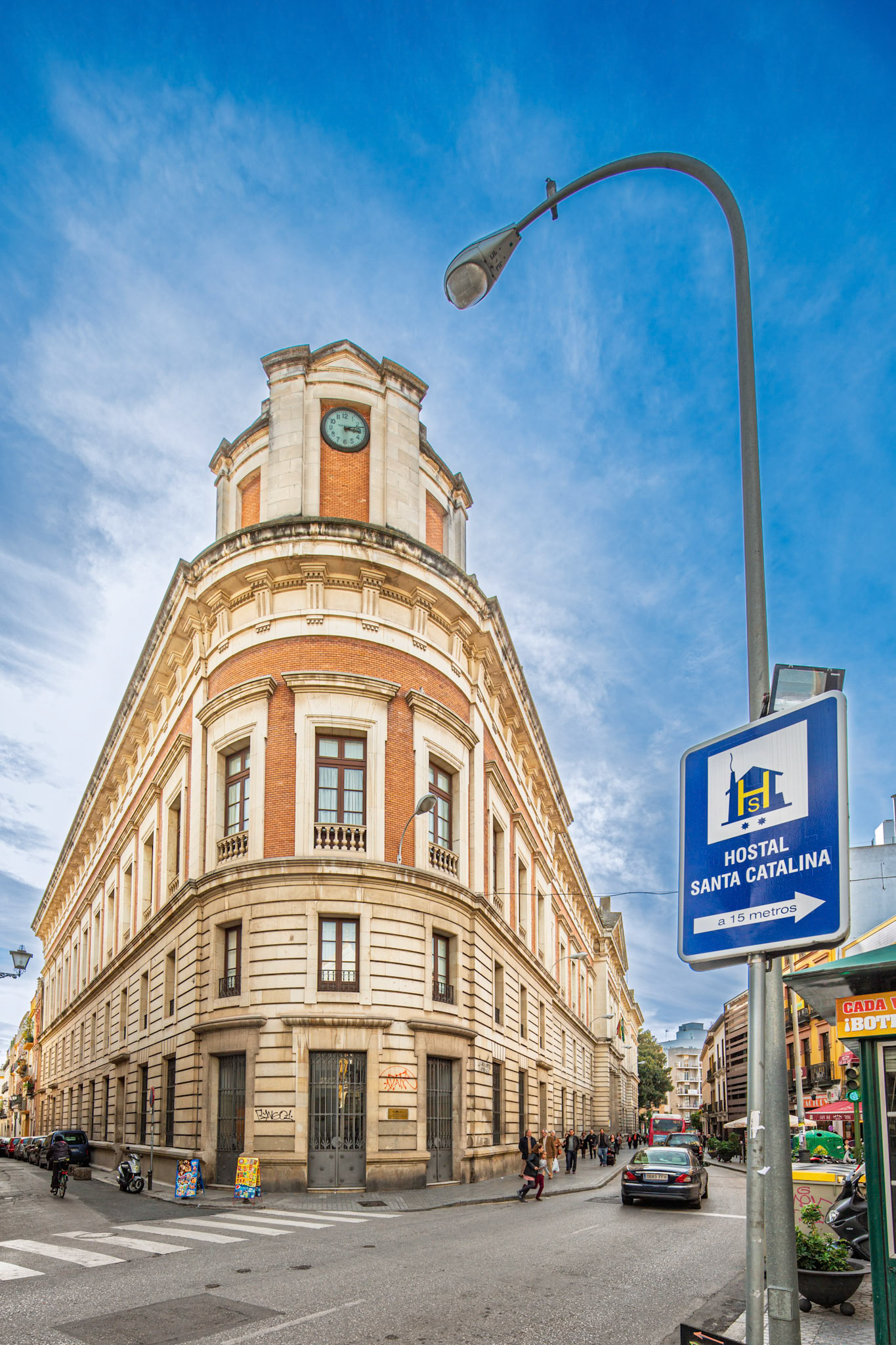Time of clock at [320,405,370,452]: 3:12
